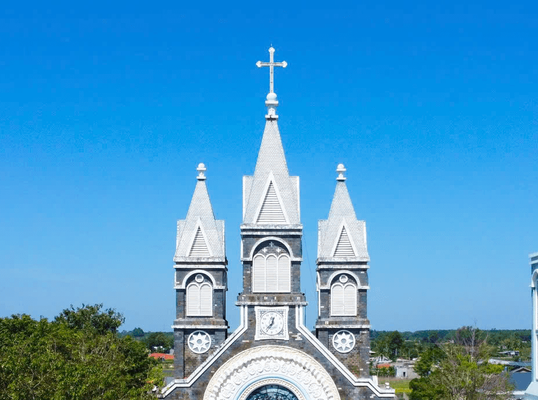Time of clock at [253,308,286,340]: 12:36
